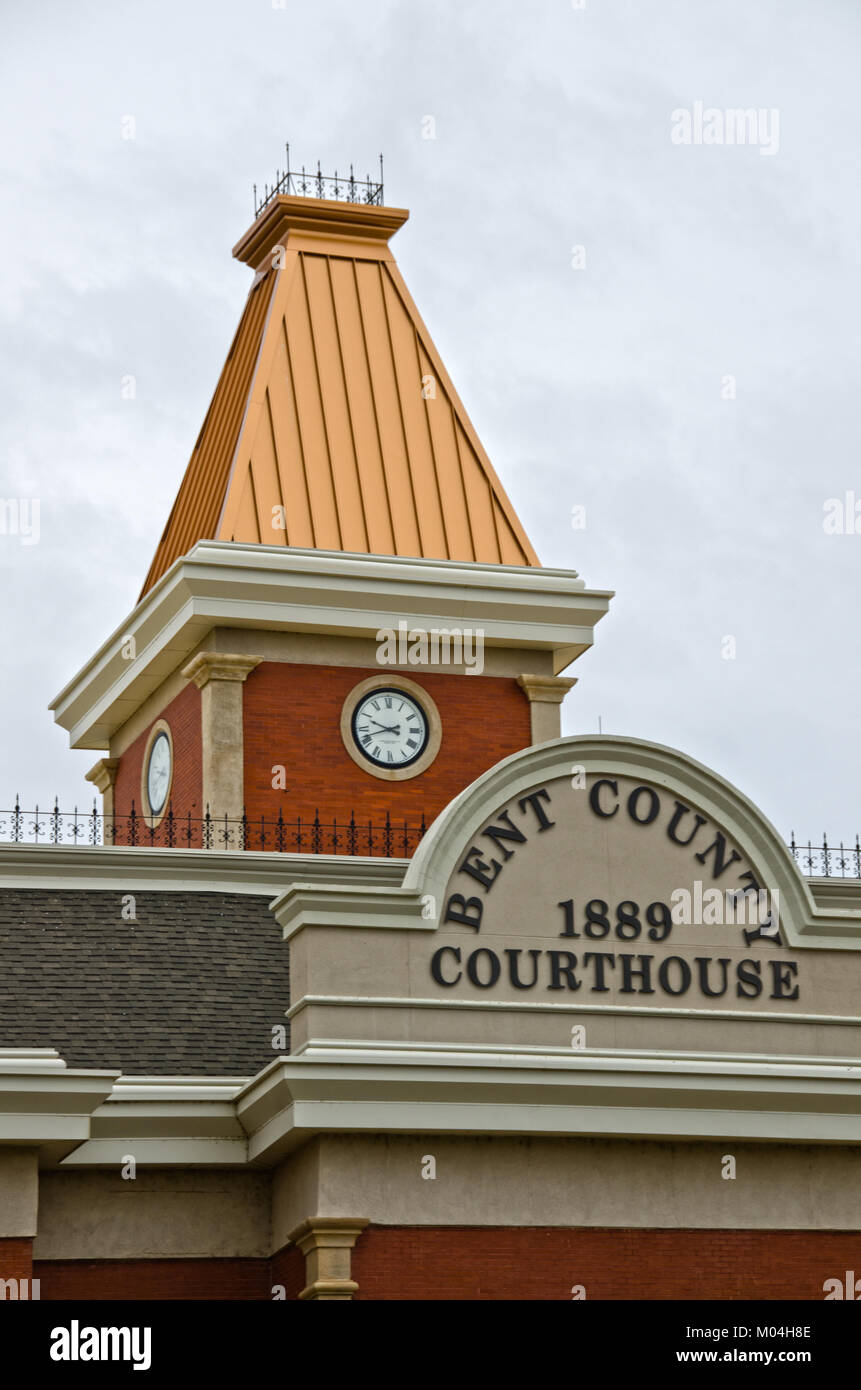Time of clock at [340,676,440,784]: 9:41
